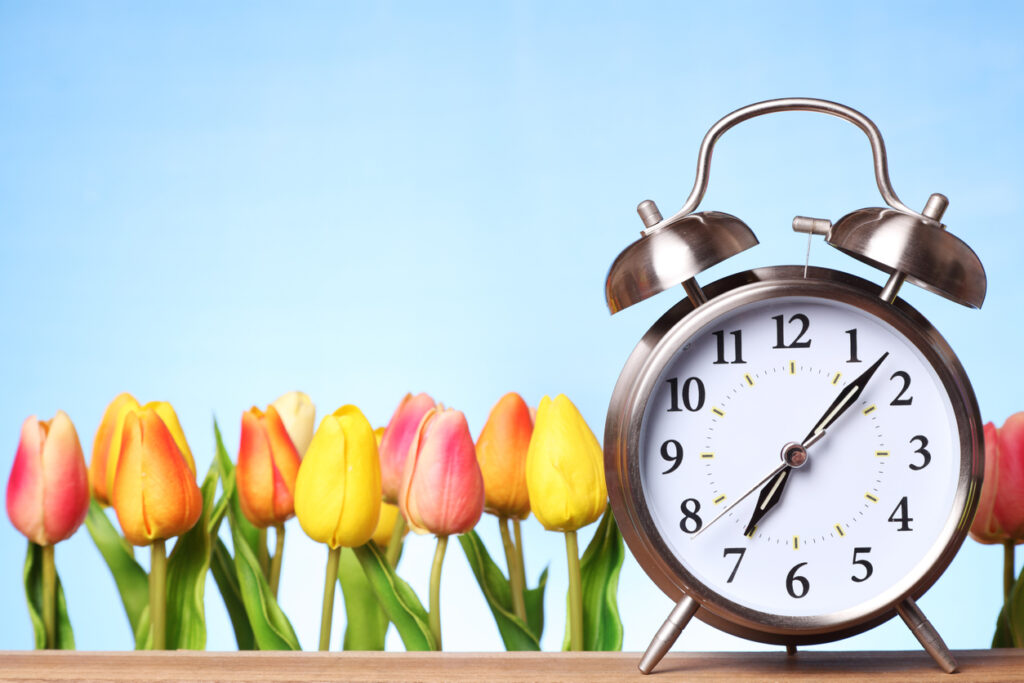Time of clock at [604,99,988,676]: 7:07
